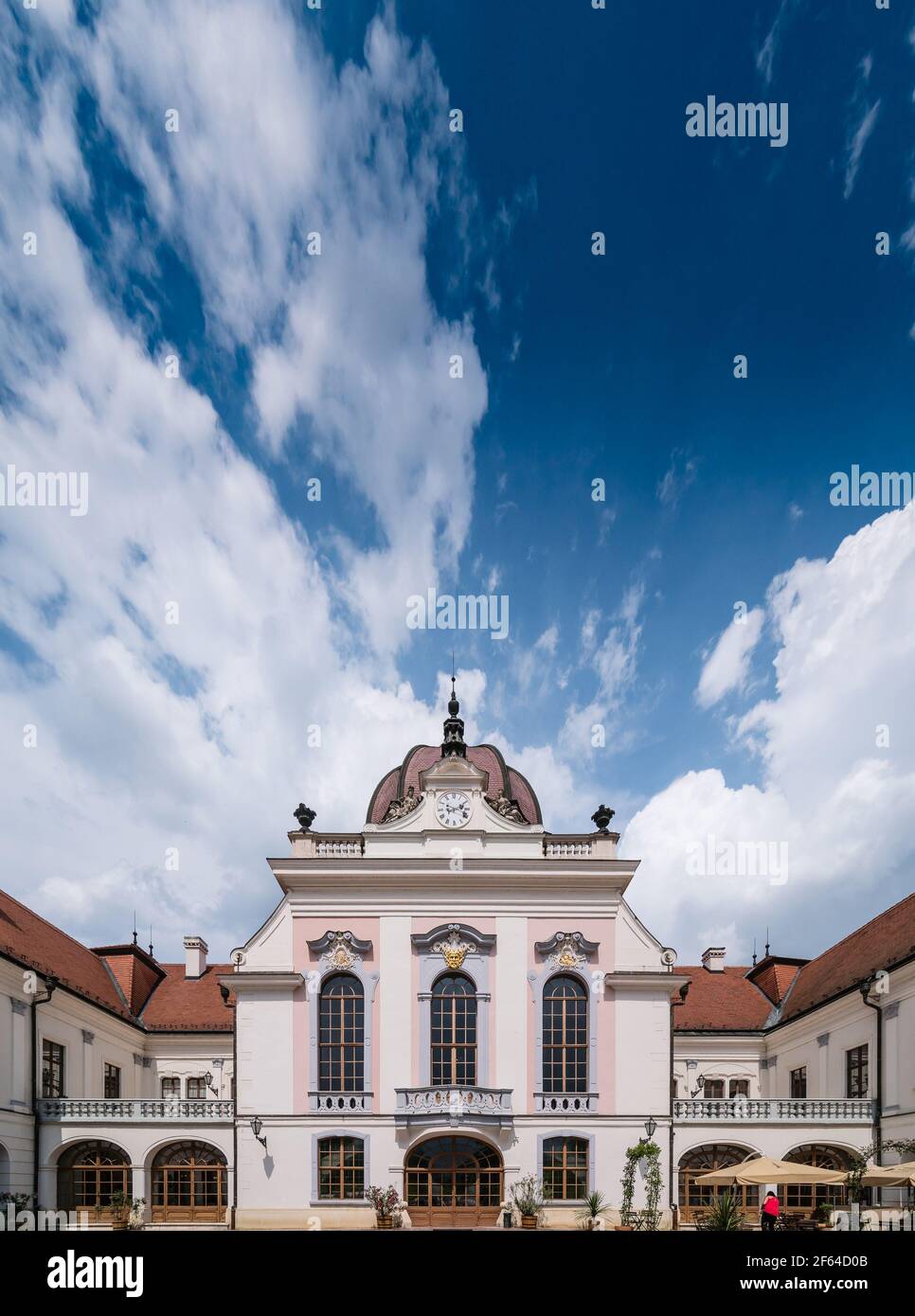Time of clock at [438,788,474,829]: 2:18
